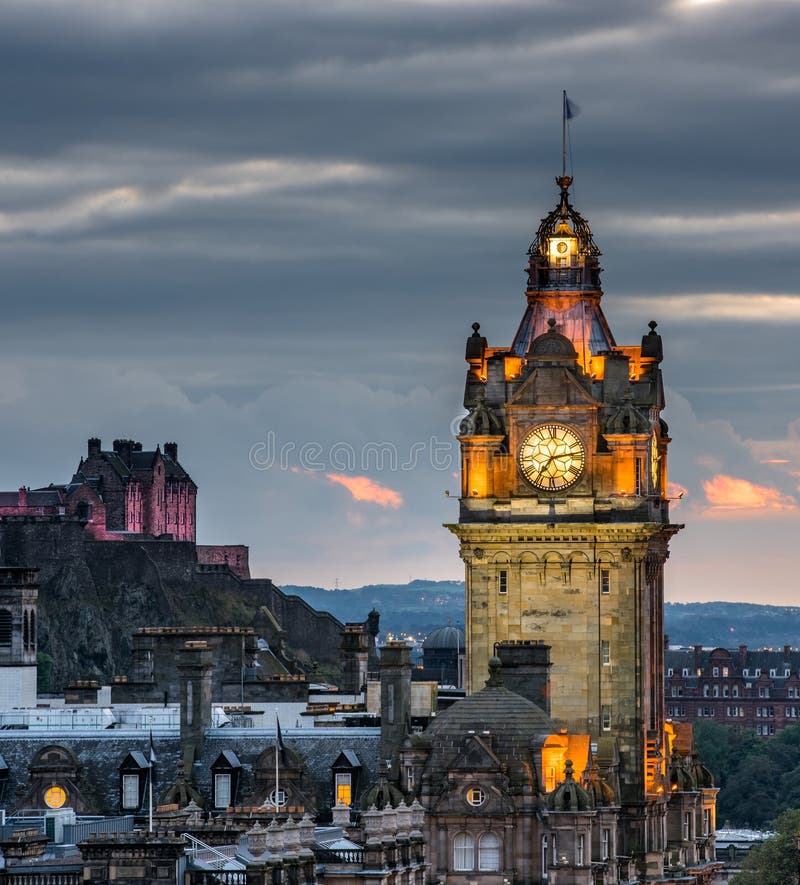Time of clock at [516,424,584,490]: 7:13
